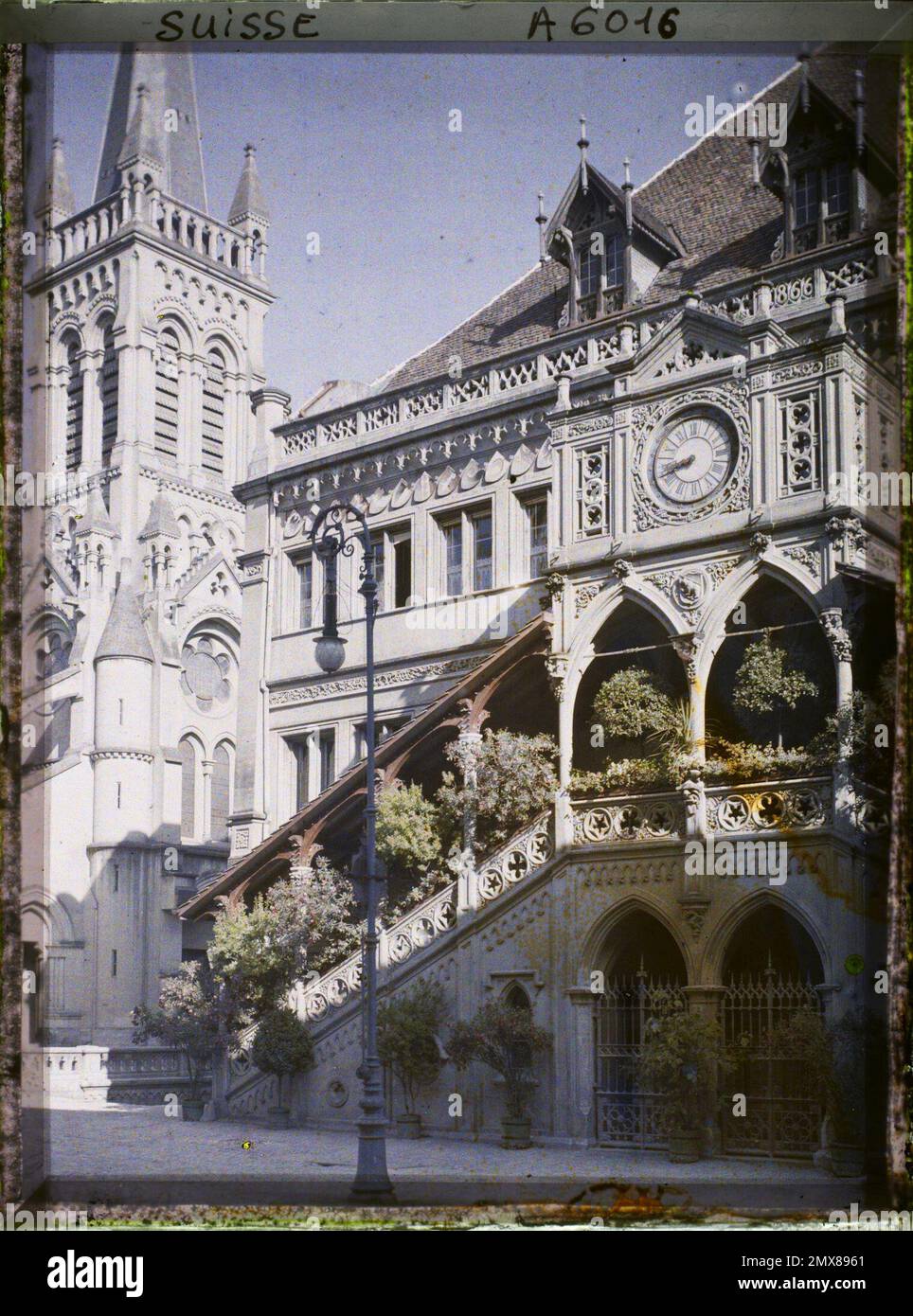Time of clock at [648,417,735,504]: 8:41
